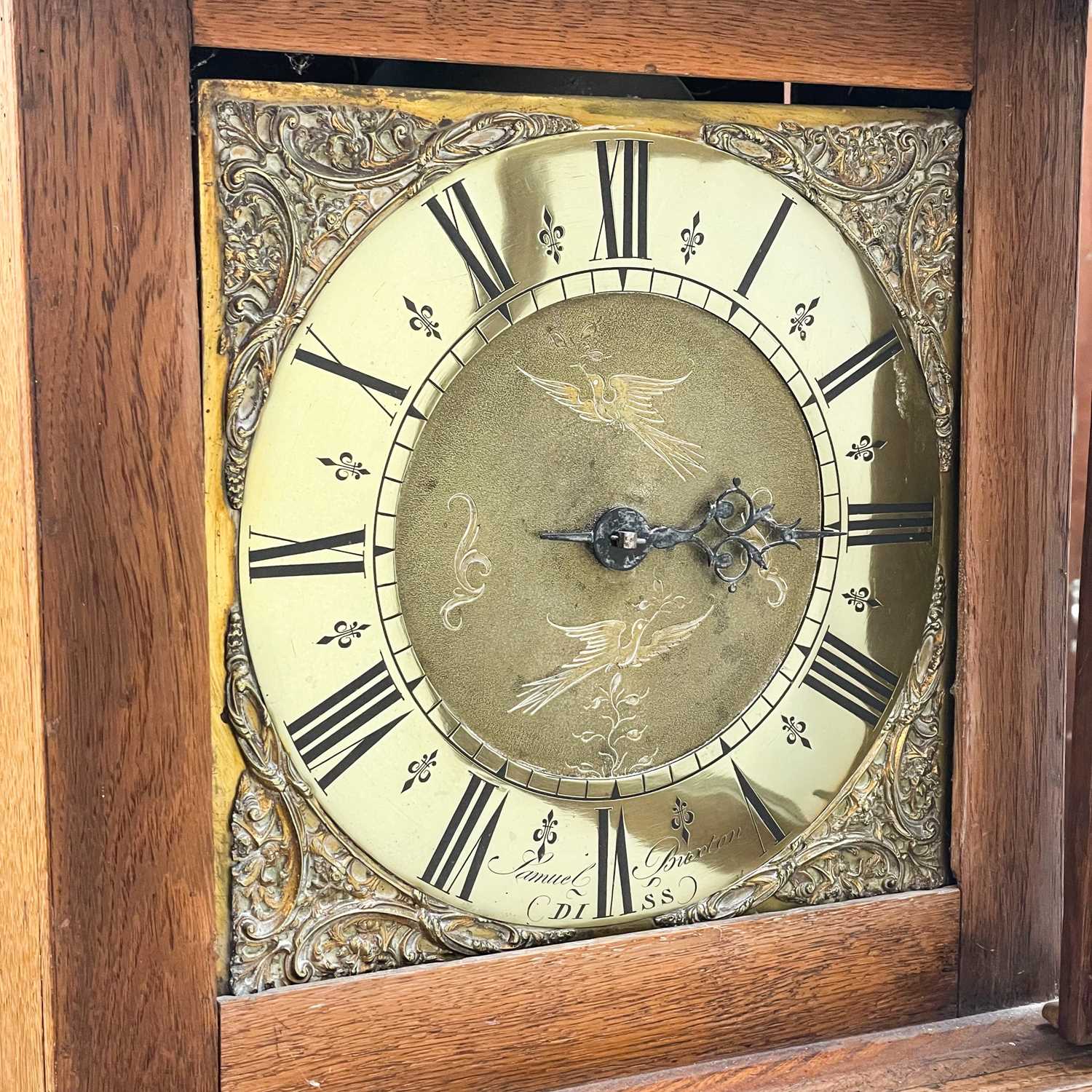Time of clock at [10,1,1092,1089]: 3:14
